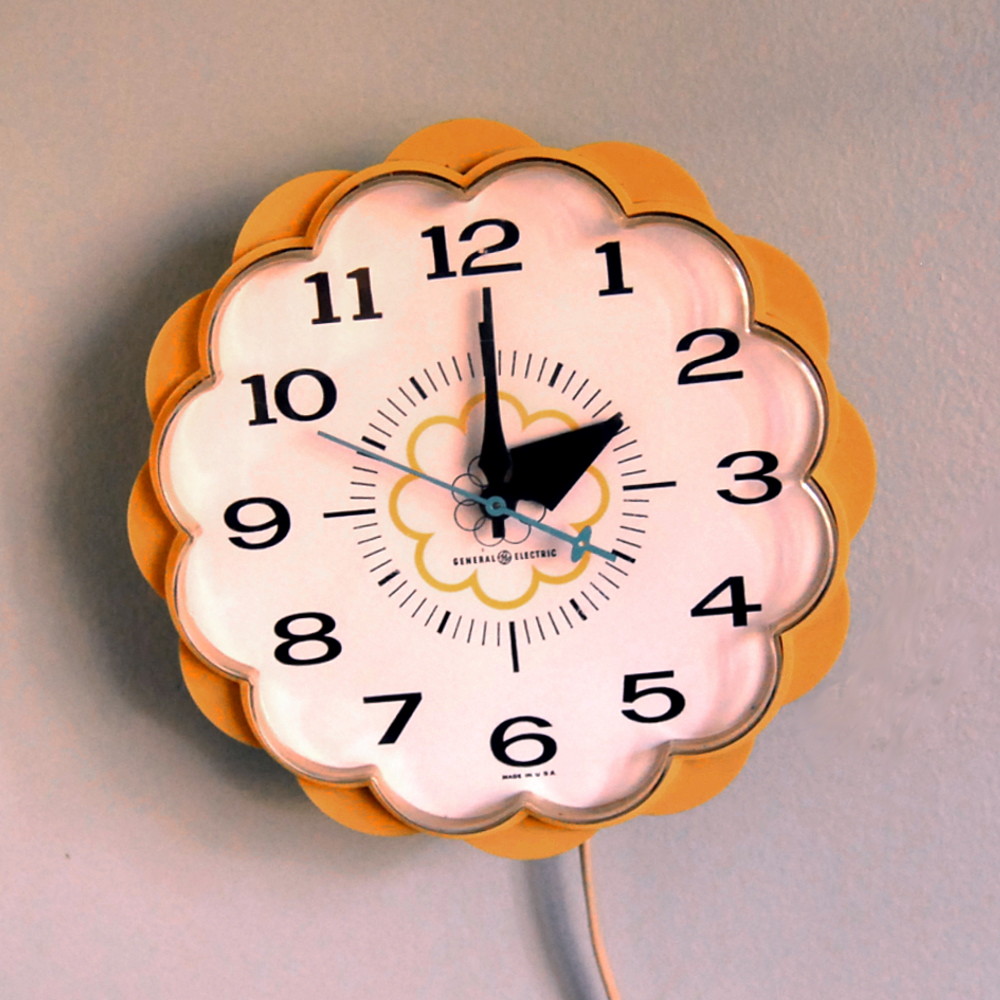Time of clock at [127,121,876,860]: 2:00
